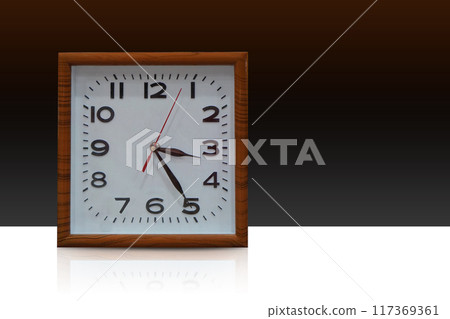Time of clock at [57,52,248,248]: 3:24
